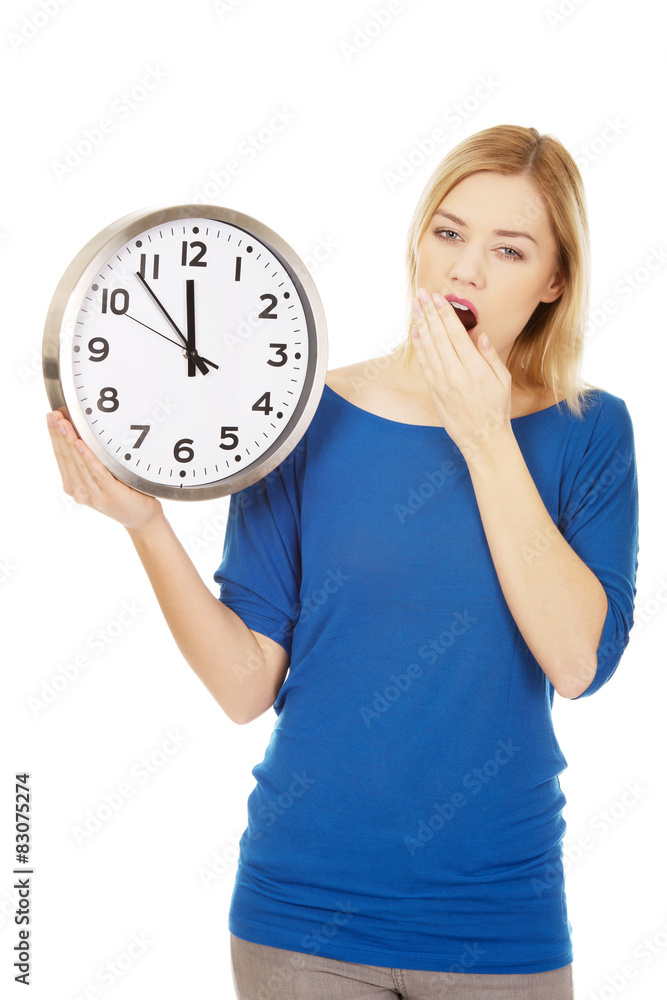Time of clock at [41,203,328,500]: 11:53
